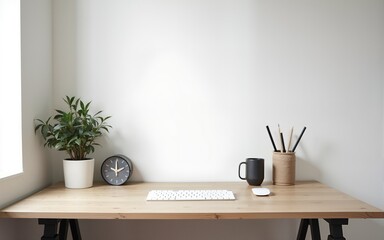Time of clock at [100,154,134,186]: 1:59
